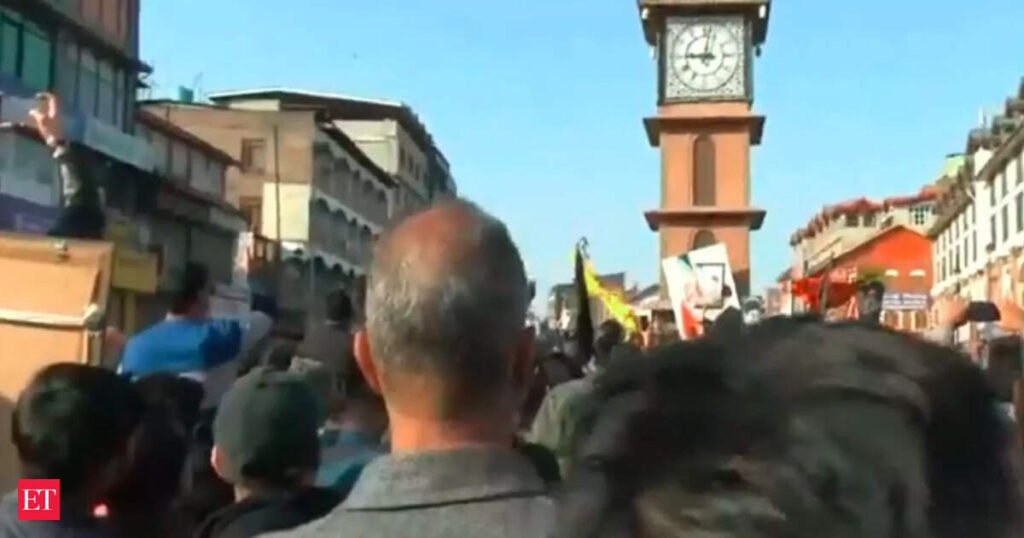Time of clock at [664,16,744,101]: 9:01
